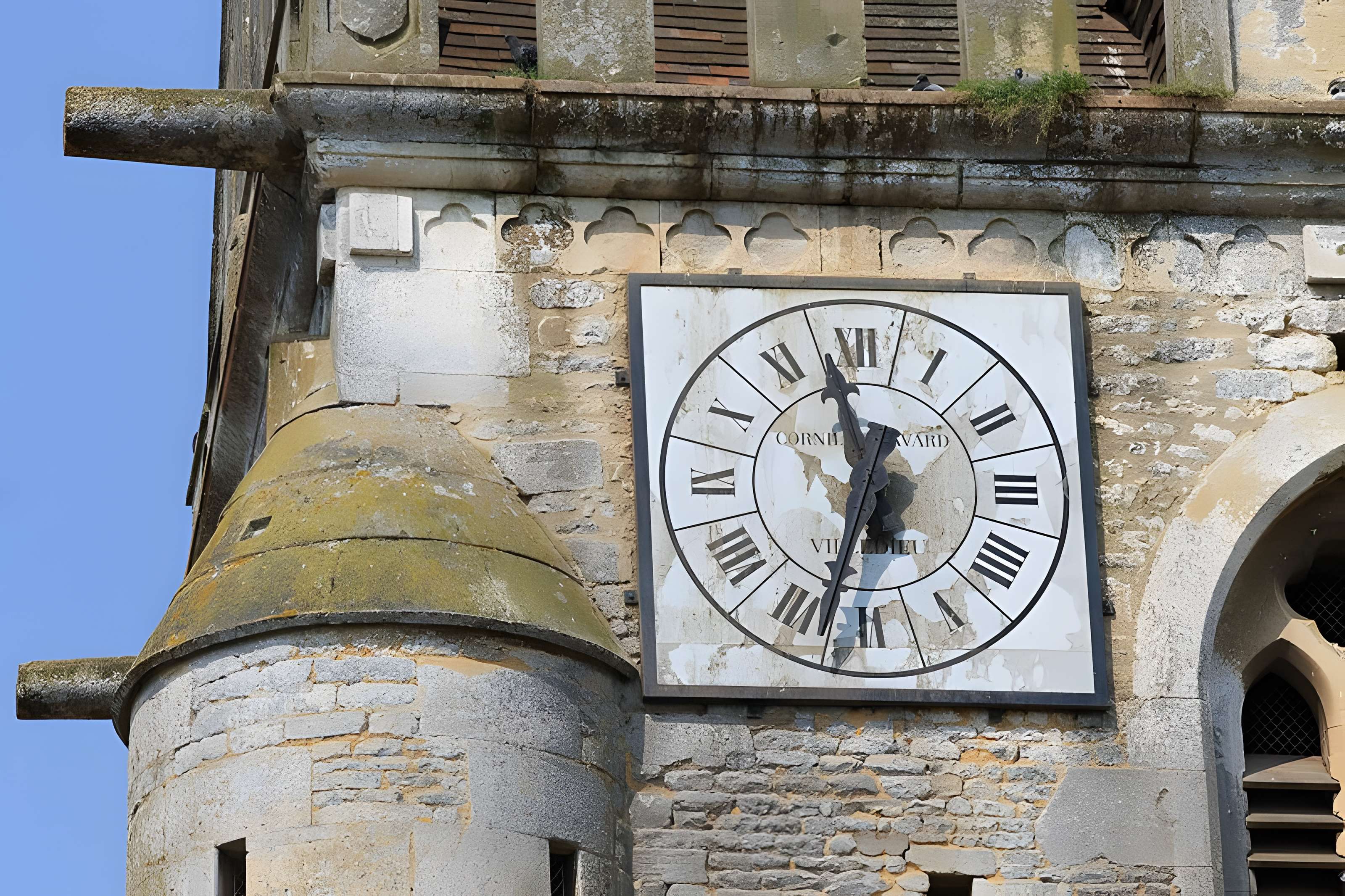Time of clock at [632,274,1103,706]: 11:32
